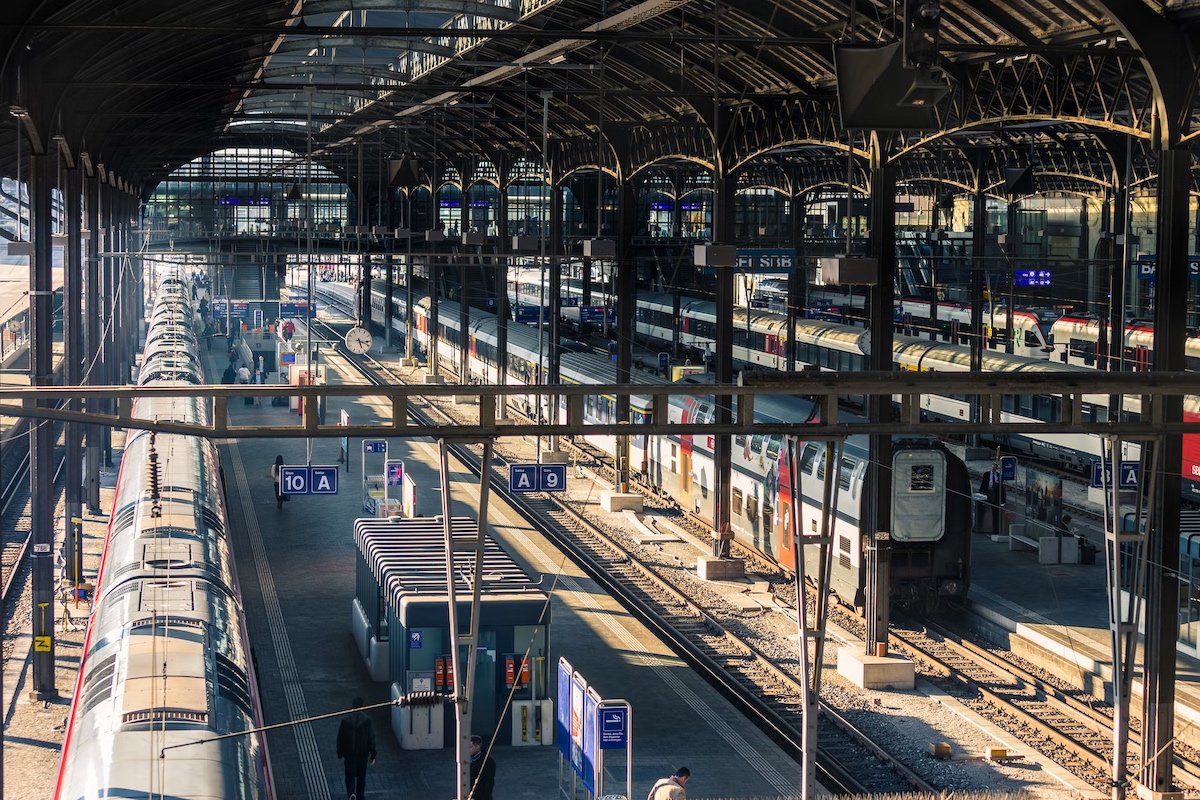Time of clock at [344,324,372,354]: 5:18
